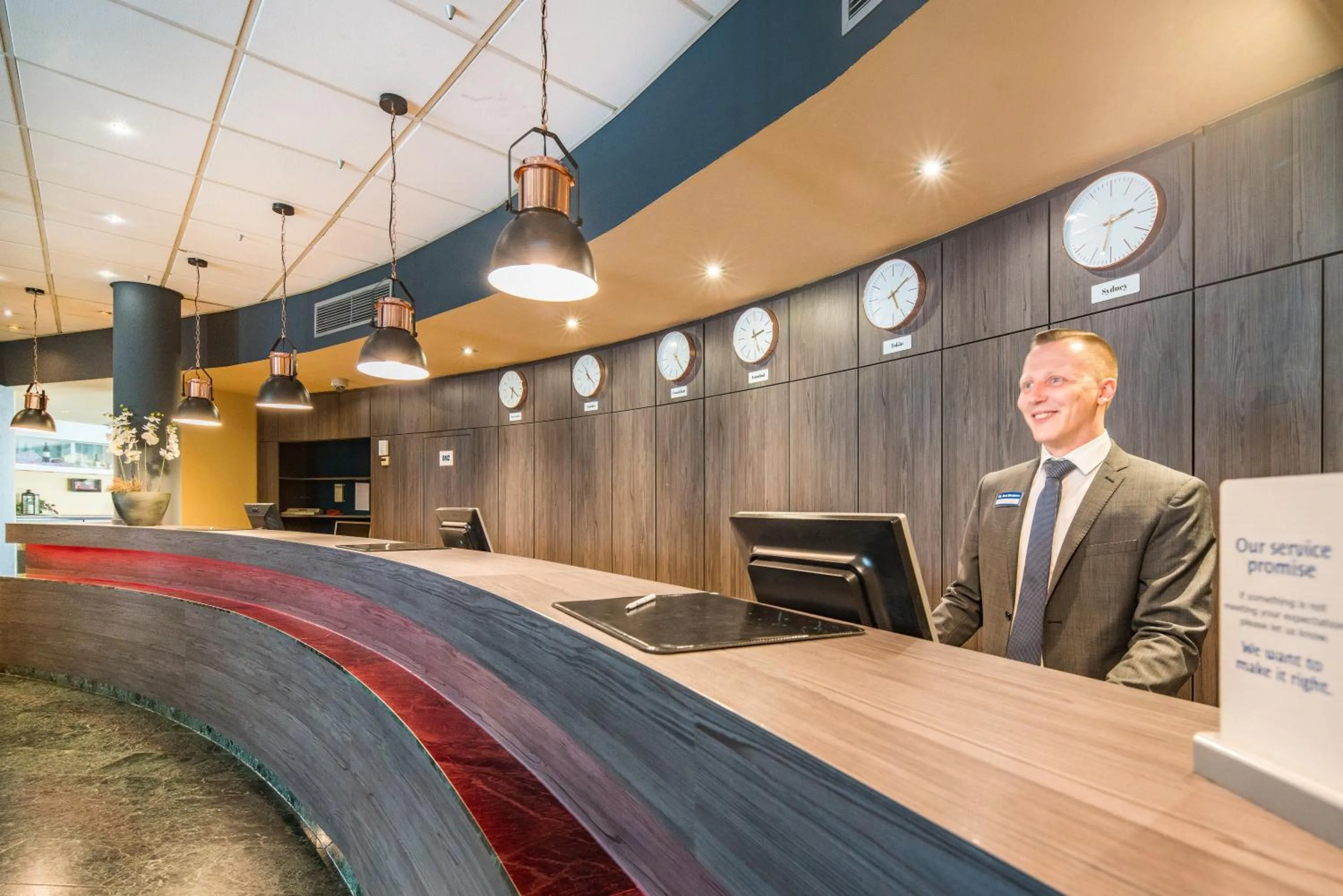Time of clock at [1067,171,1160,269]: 2:32
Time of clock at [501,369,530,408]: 6:21
